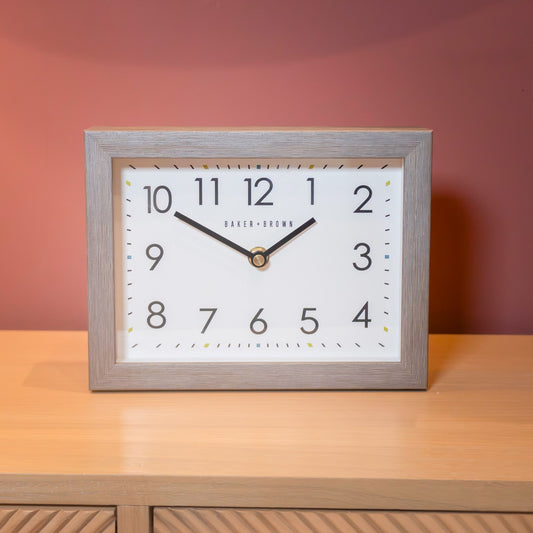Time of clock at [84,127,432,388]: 1:50
